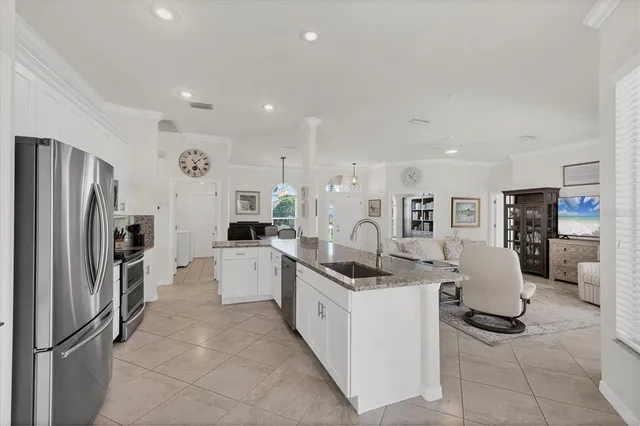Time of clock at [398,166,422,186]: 1:22
